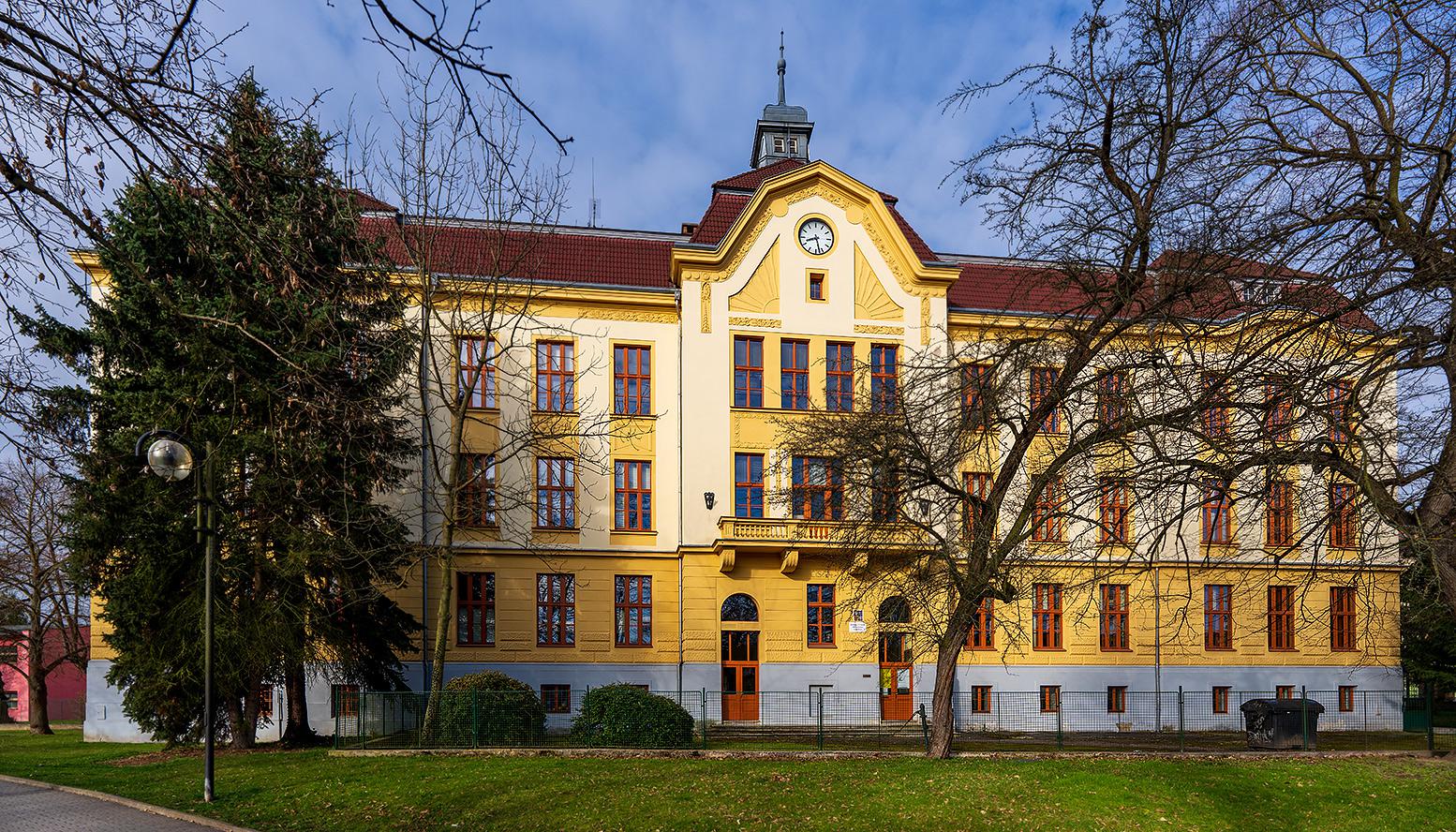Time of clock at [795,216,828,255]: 8:27
